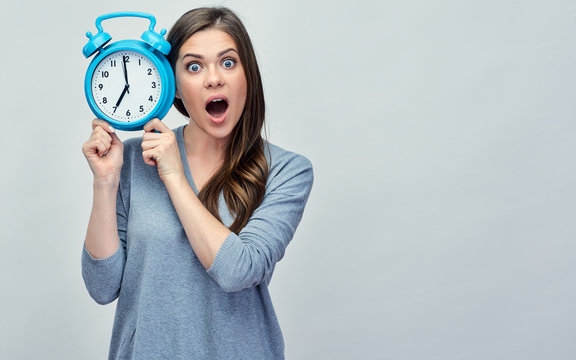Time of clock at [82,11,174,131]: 6:59
